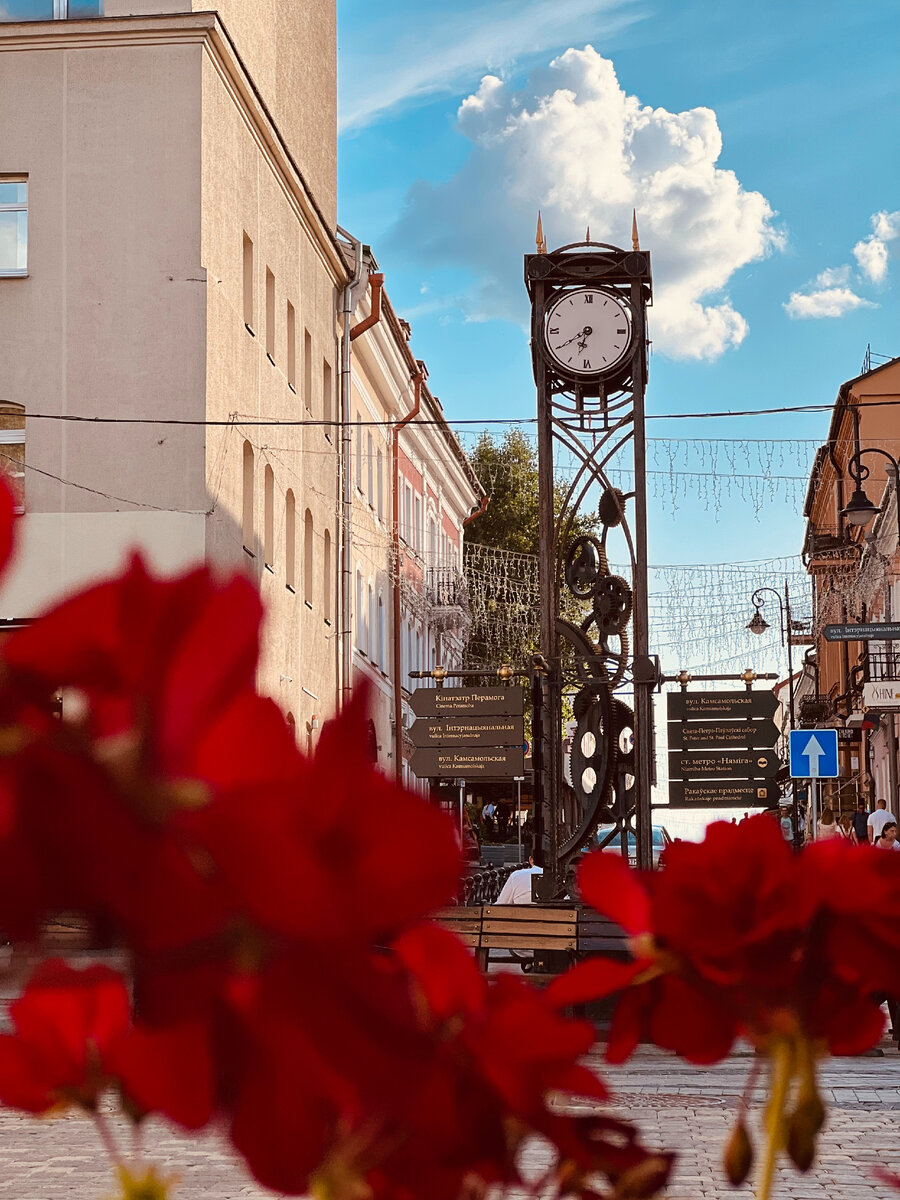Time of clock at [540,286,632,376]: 6:39
